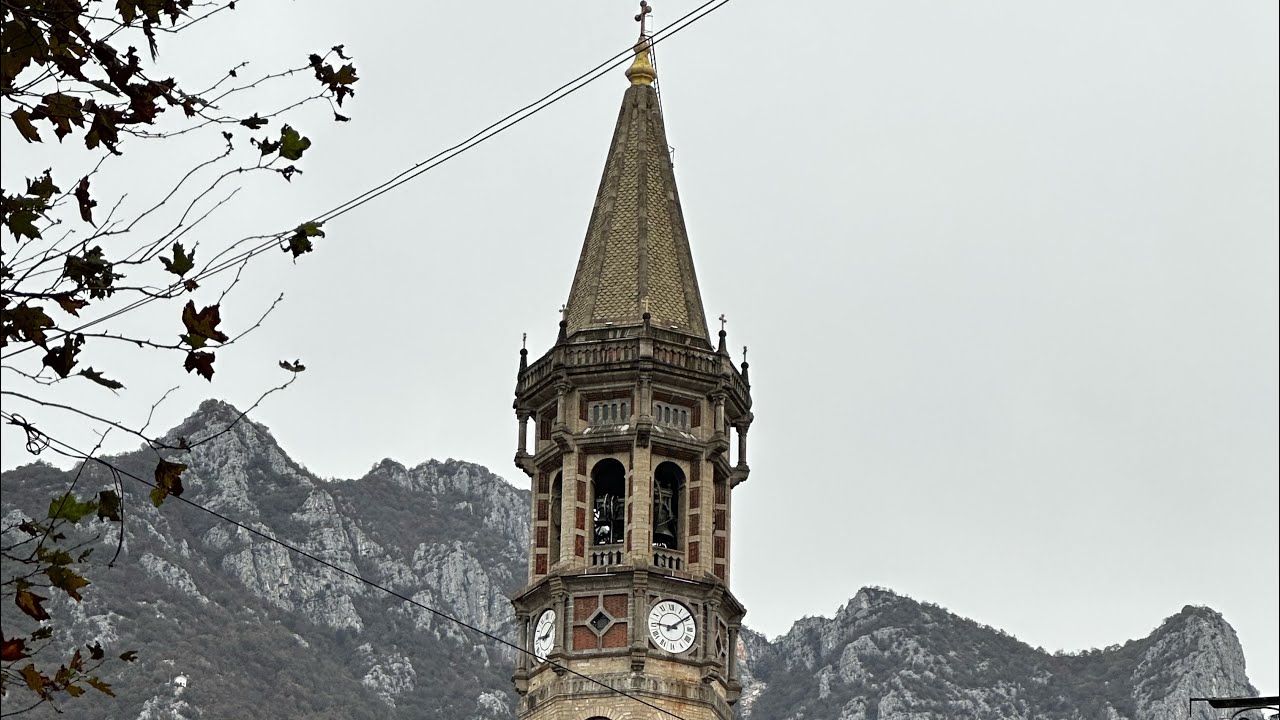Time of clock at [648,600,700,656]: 9:09
